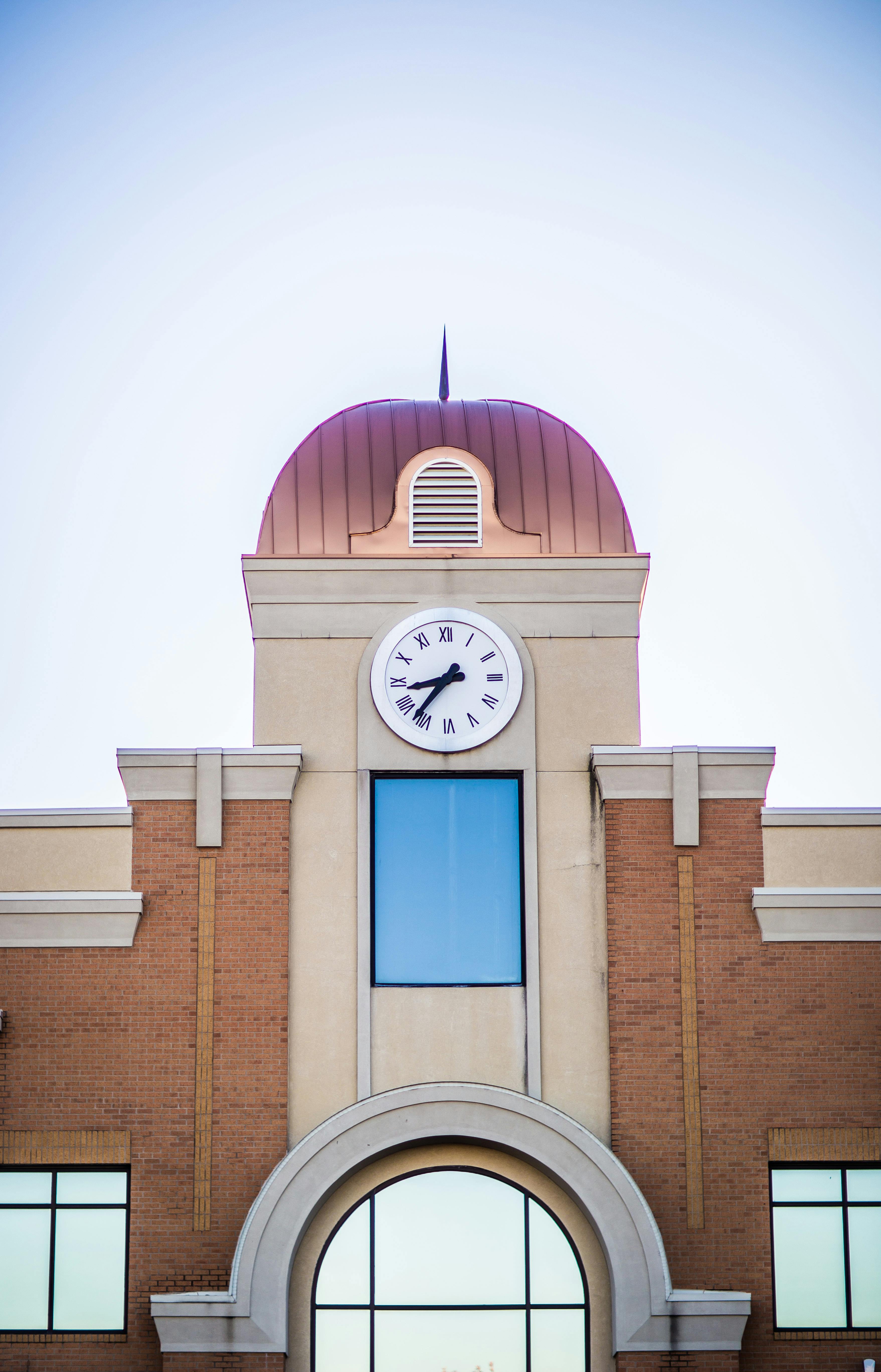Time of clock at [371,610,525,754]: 8:36
